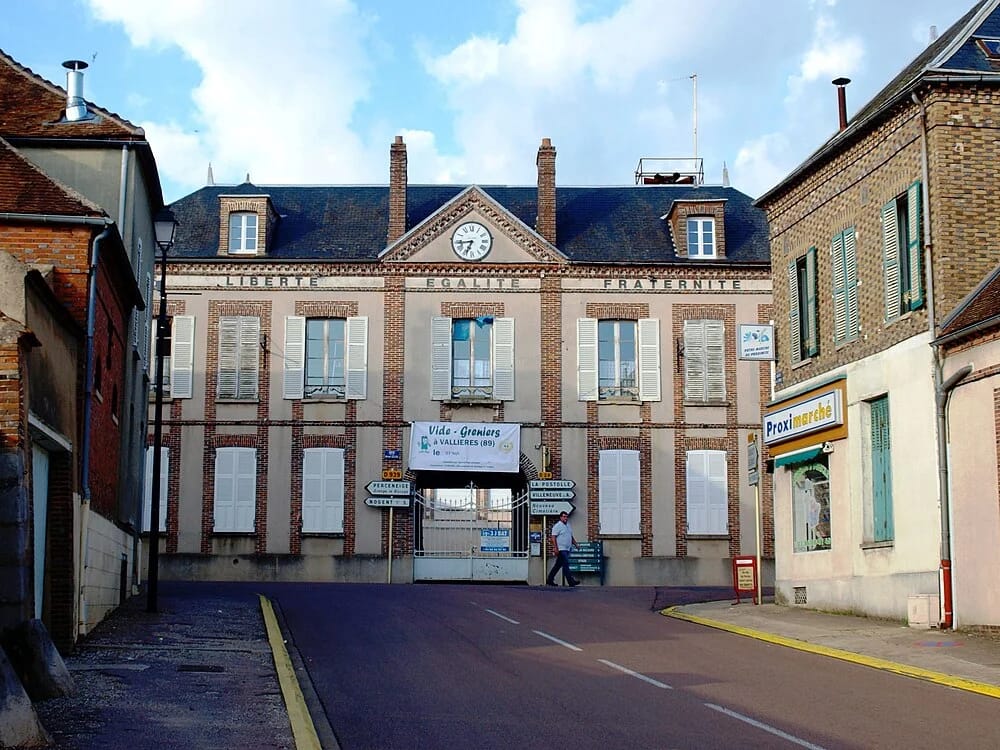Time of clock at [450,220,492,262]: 6:43
